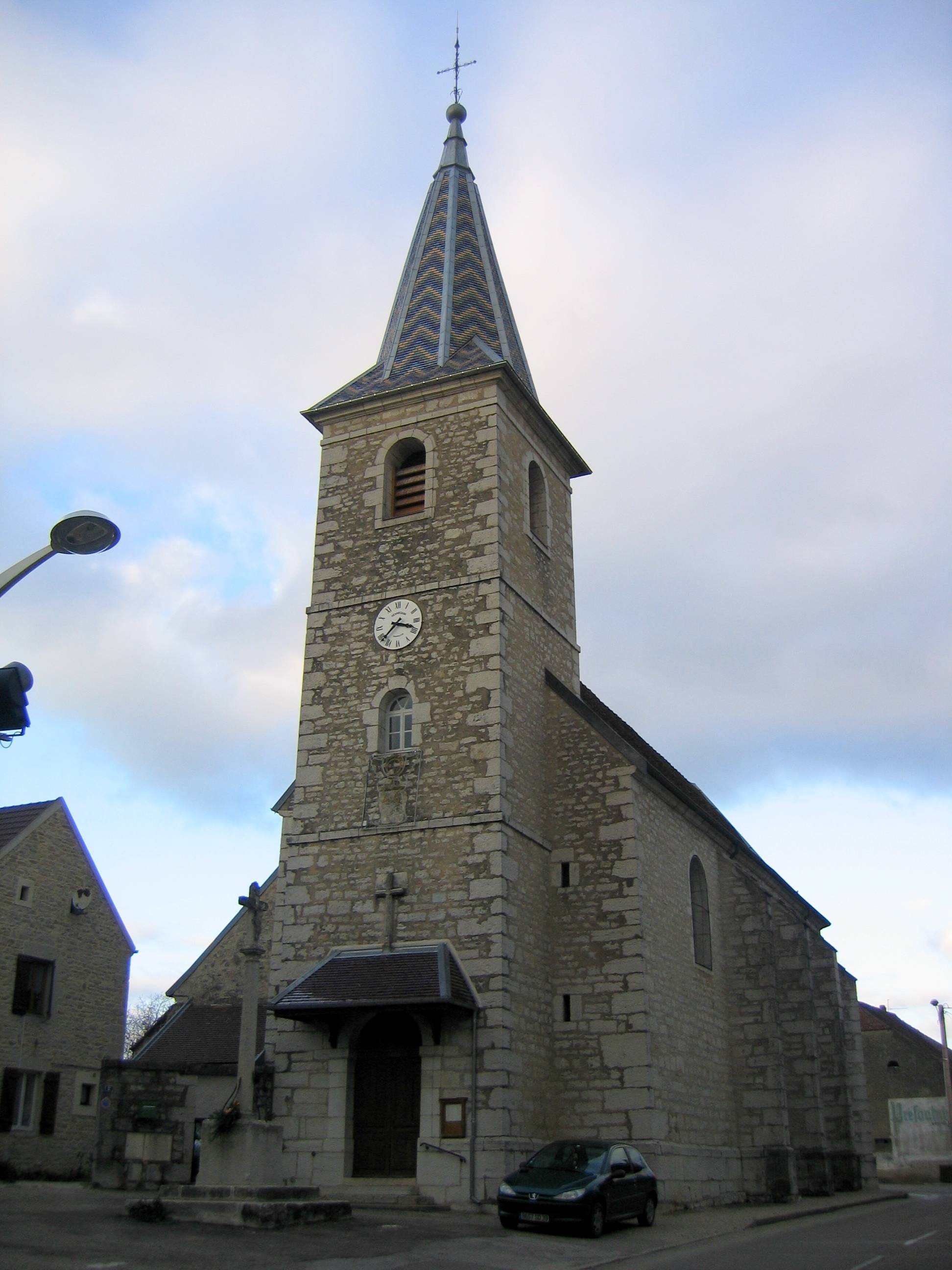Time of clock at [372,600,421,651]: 3:38
